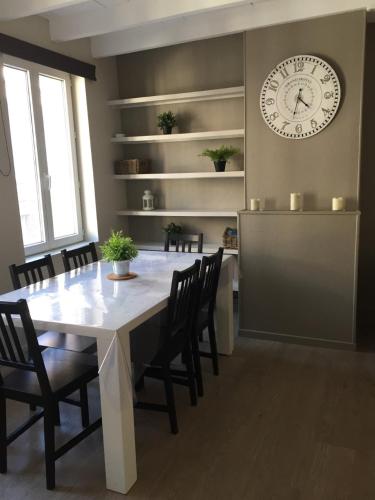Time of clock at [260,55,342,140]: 4:32
